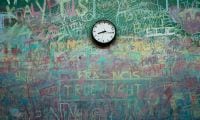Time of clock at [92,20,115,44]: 8:15
